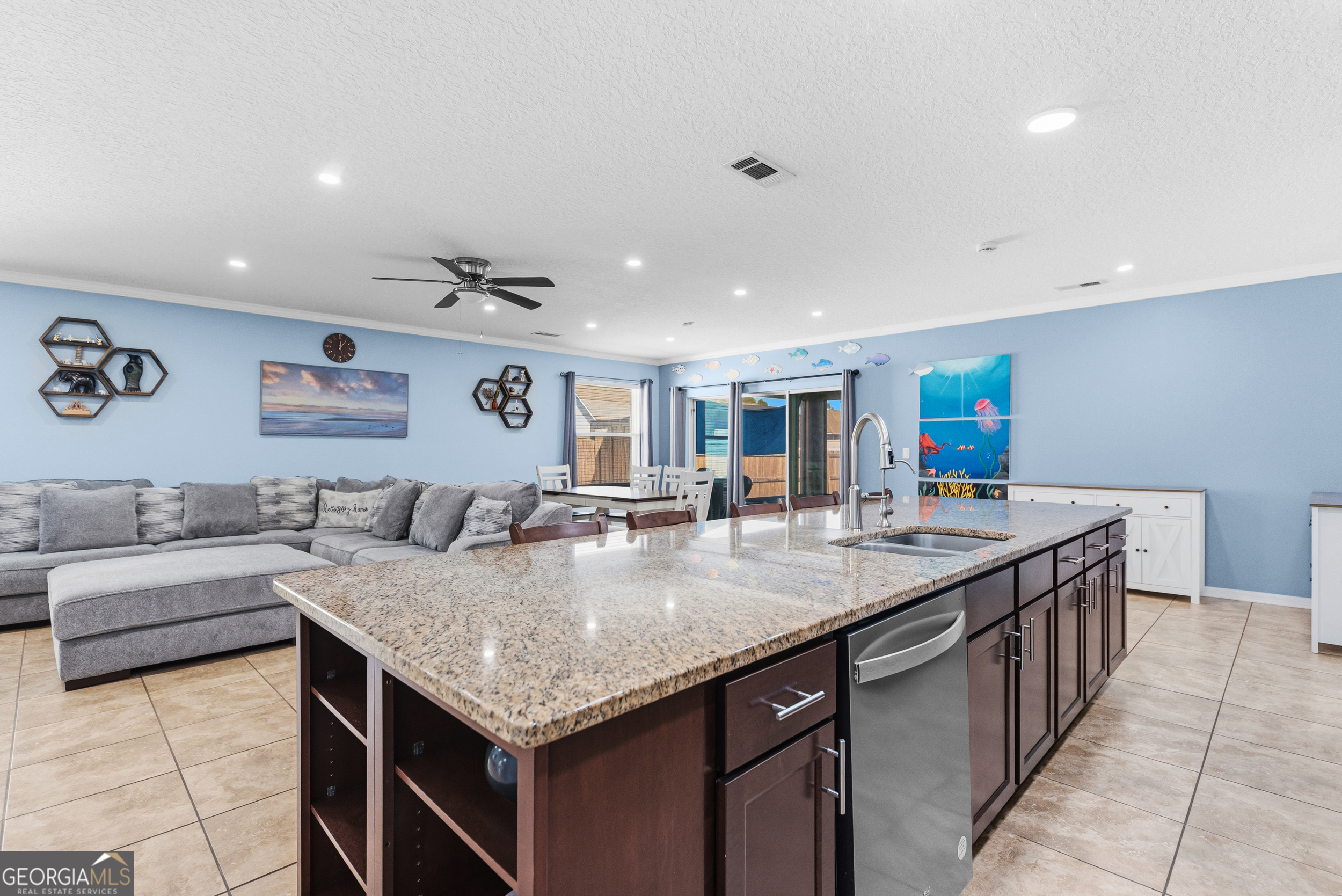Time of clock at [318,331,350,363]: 12:05
